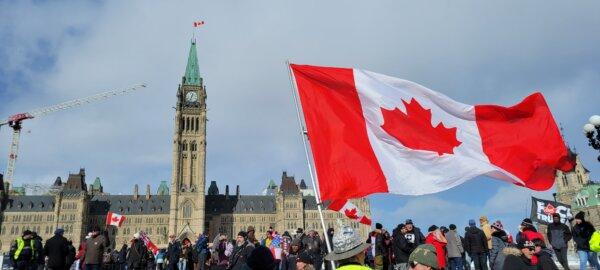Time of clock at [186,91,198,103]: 12:32
